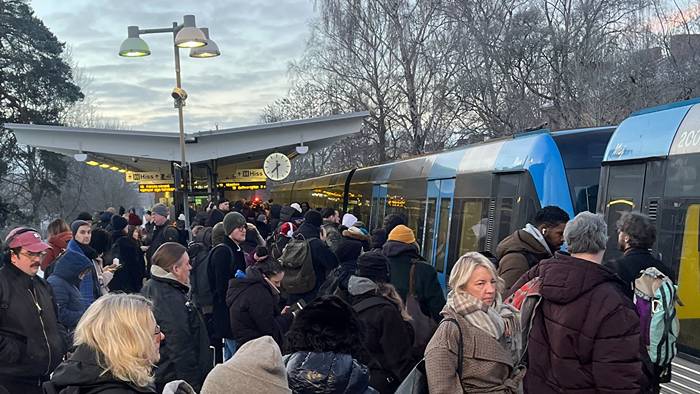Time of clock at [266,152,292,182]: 7:30
